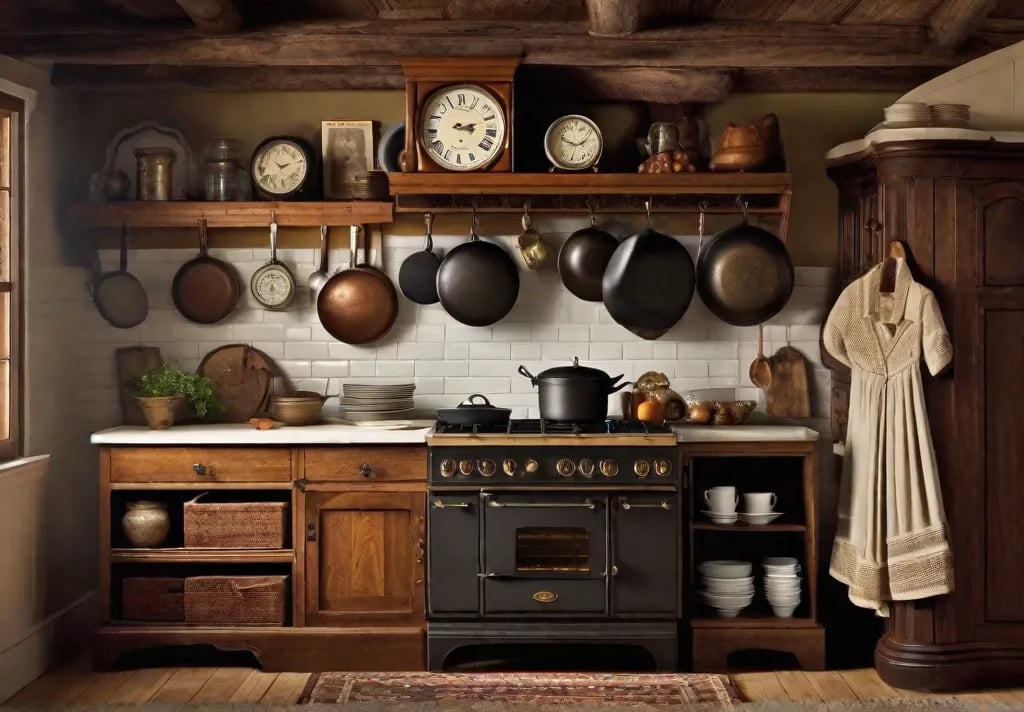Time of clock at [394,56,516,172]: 3:12
